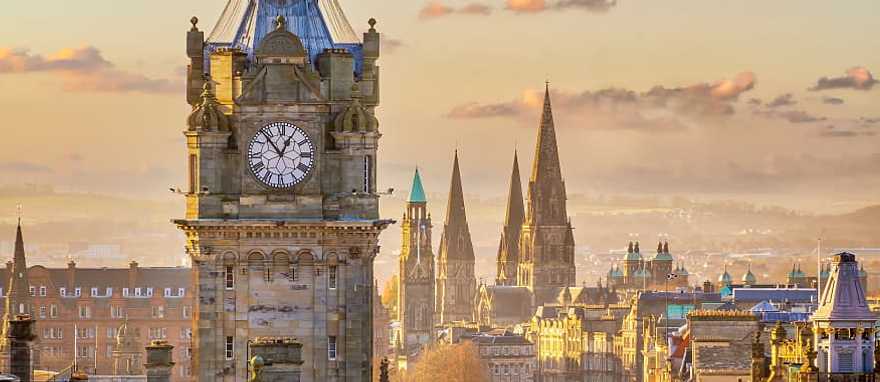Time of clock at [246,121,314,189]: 12:53
